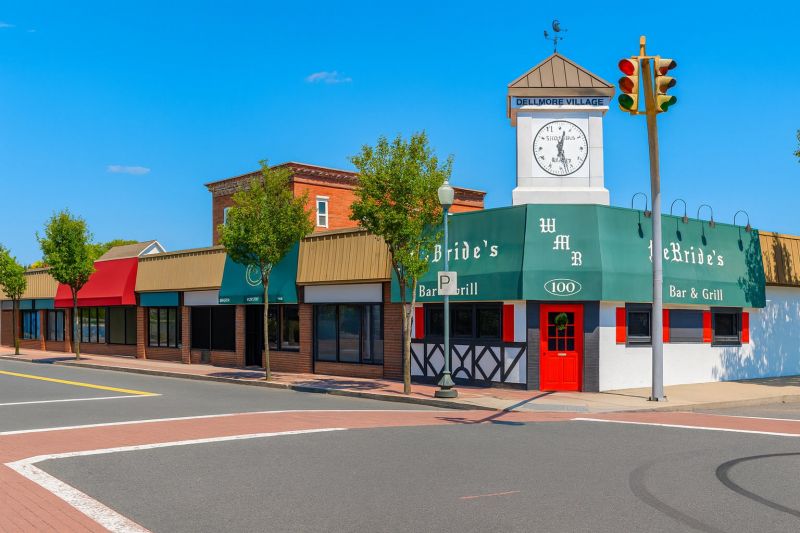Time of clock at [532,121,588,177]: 12:27
